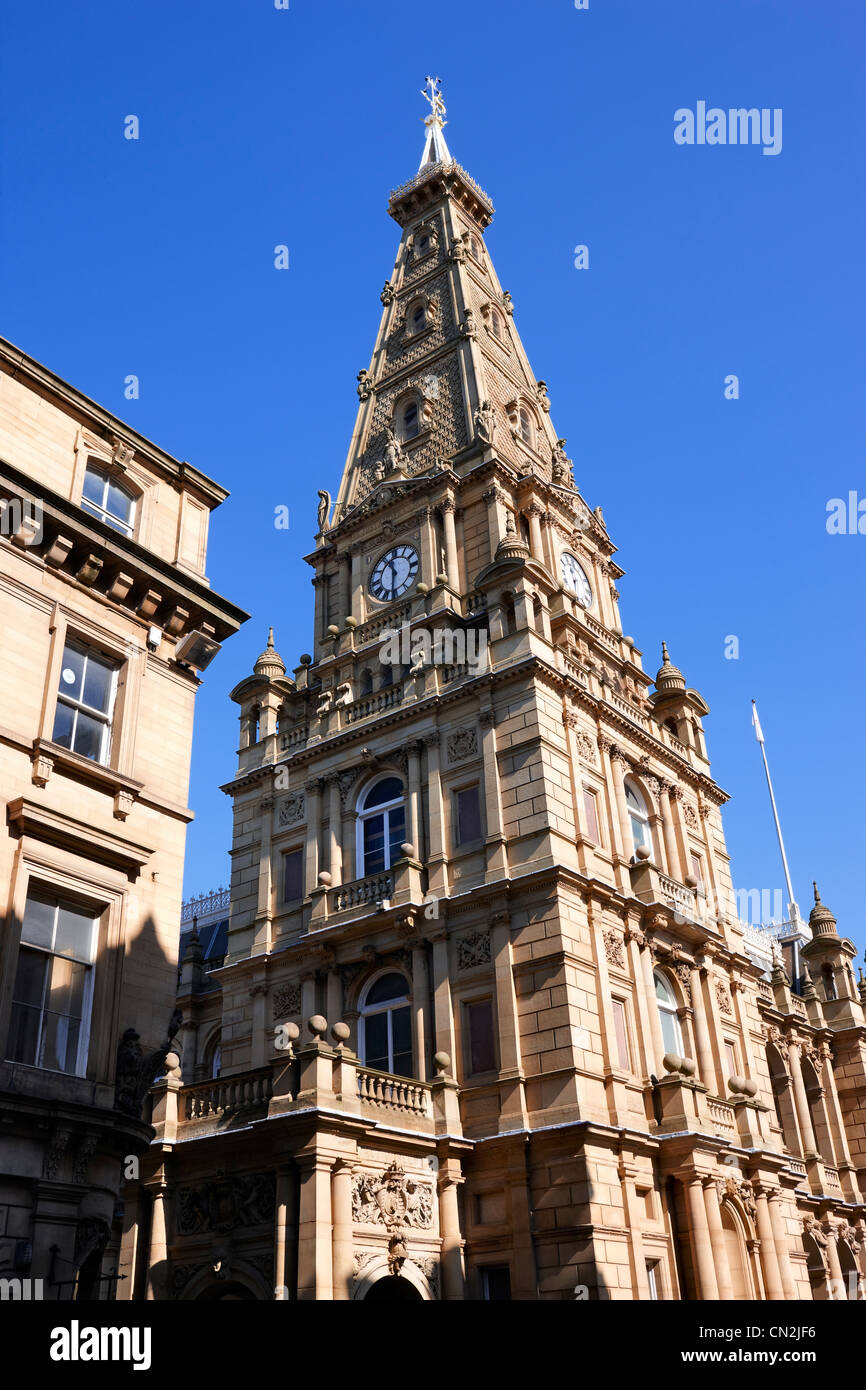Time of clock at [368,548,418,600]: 11:31
